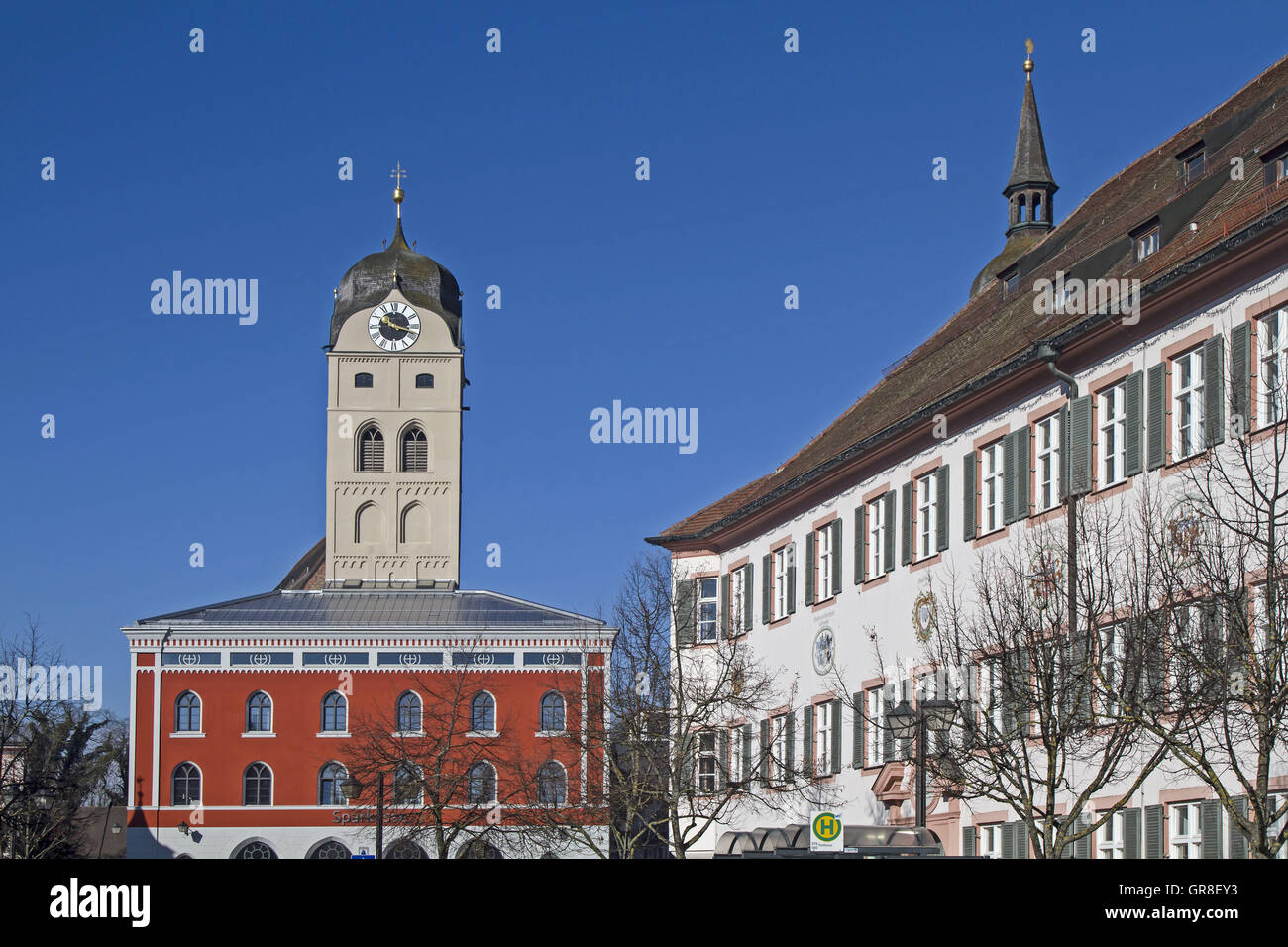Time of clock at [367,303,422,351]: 11:18
